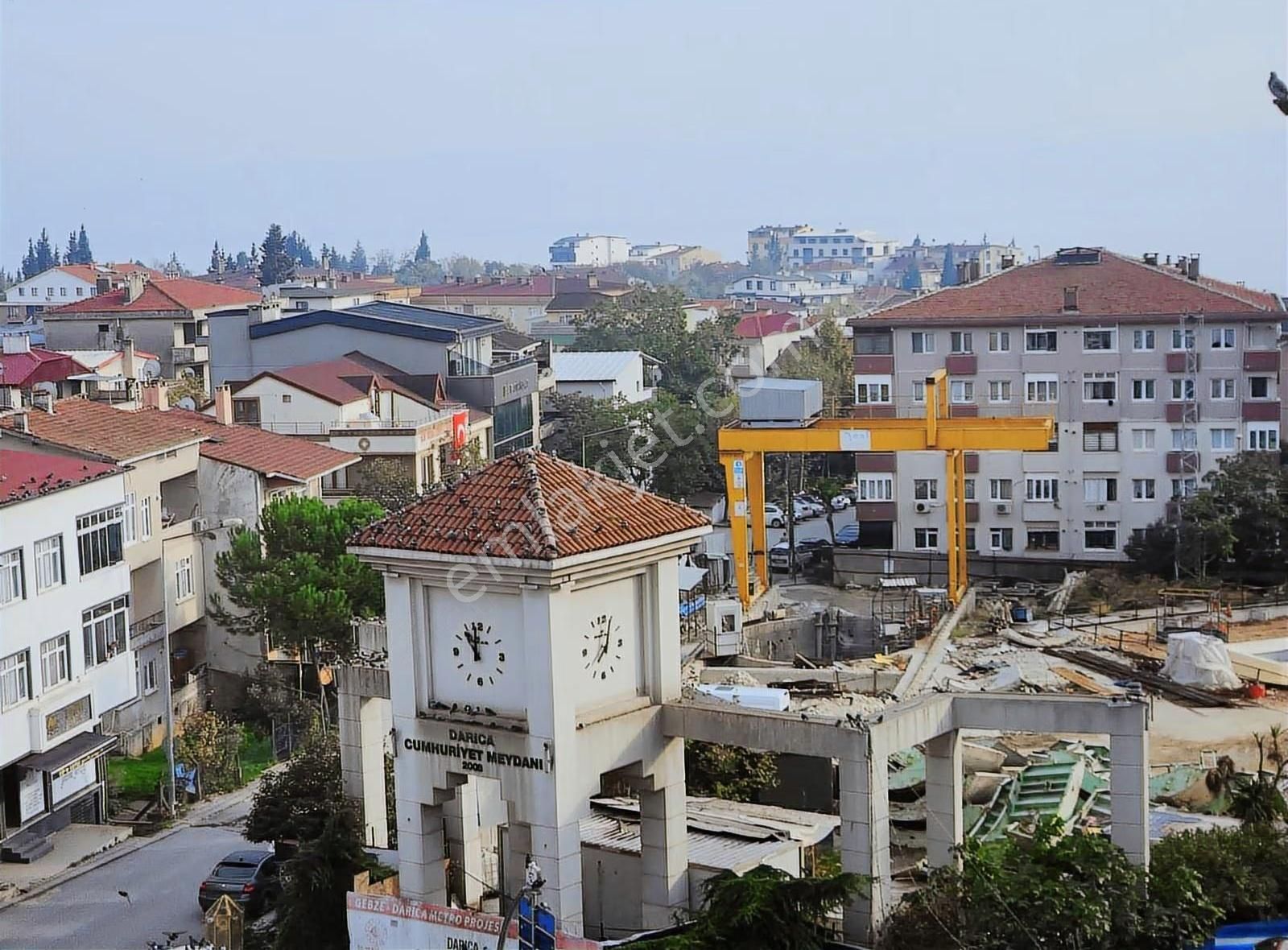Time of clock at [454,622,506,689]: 10:59
